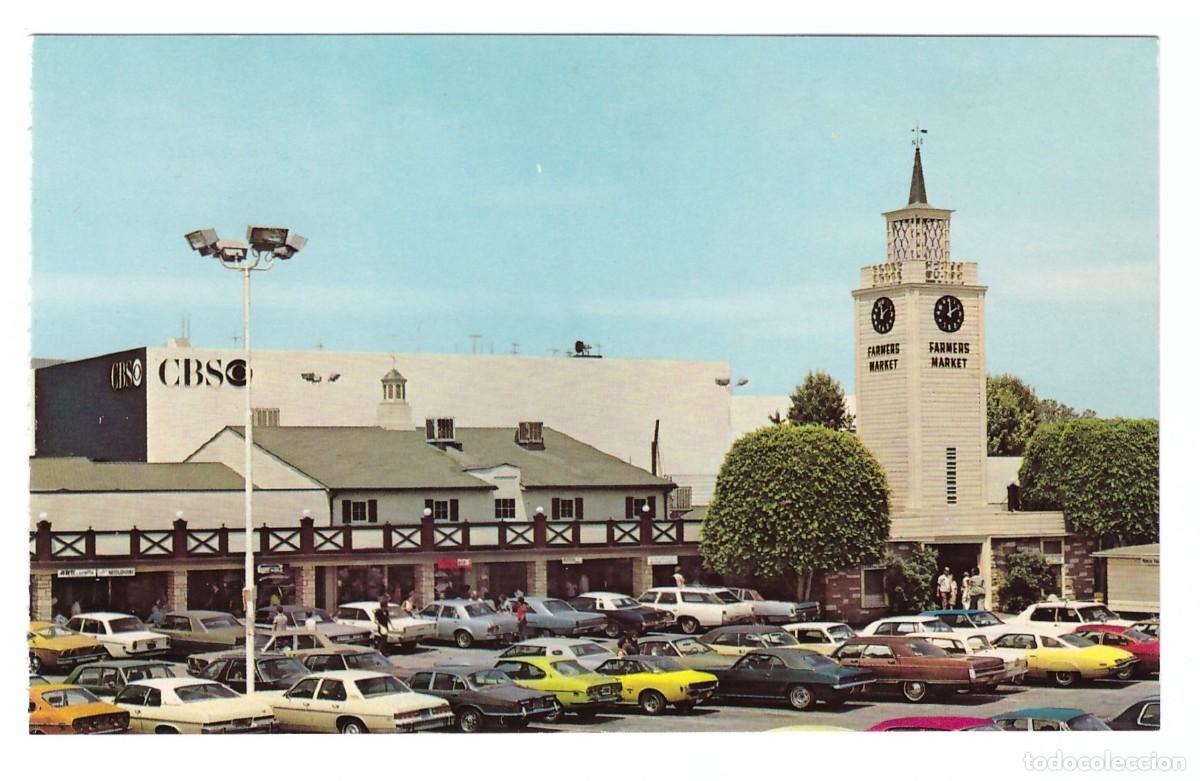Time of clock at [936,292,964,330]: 2:00
